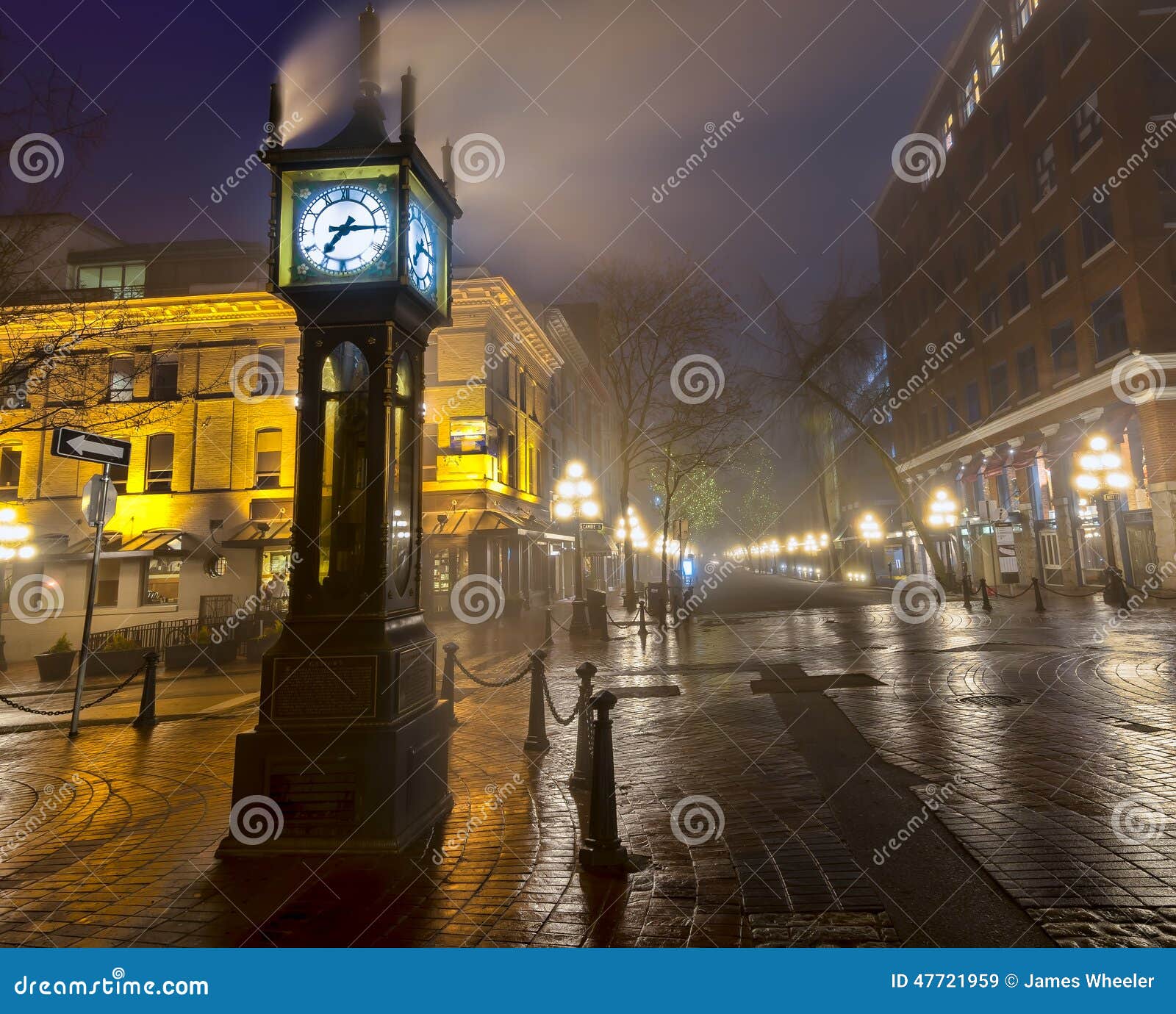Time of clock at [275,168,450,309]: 7:15
